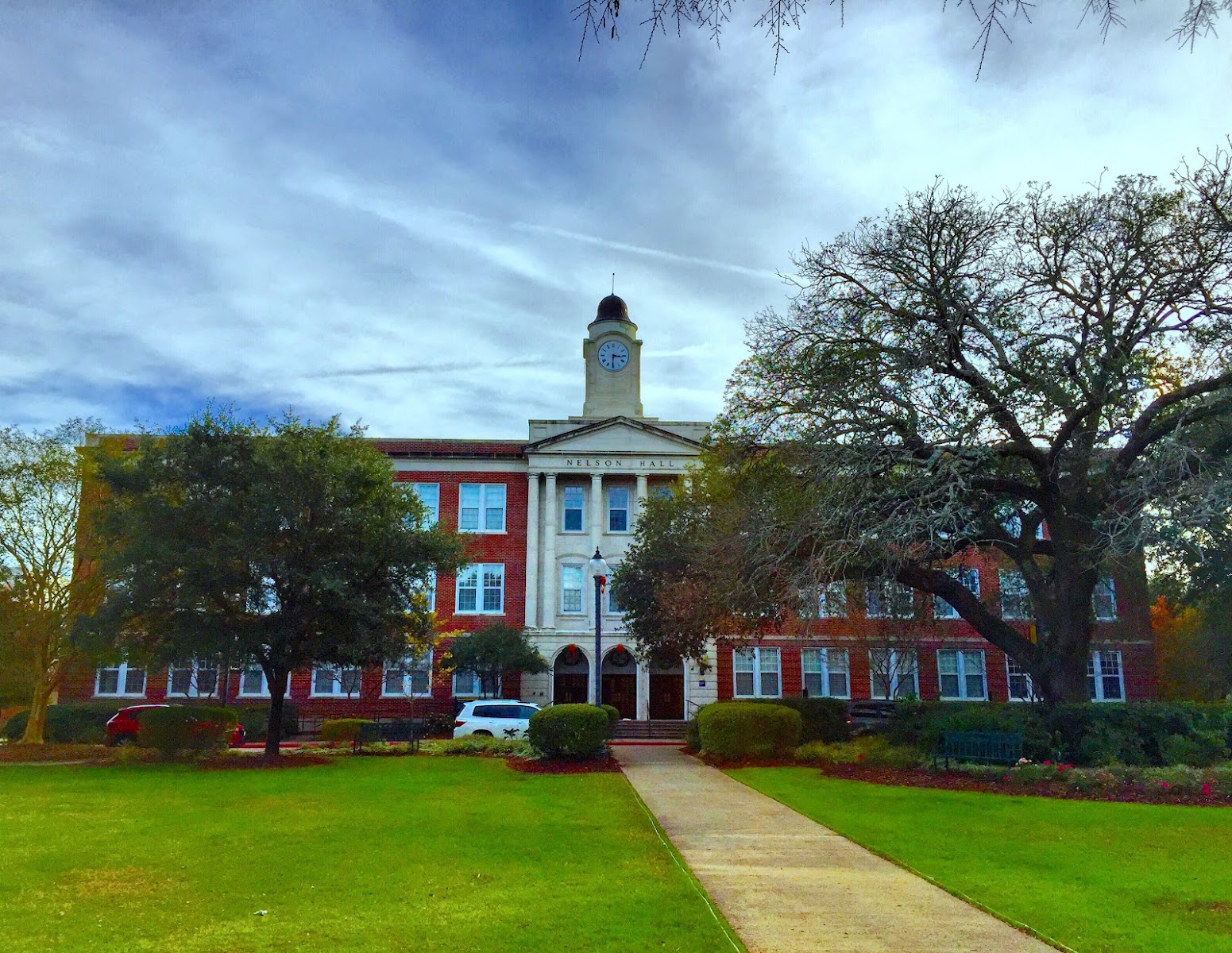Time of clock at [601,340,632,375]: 3:30
